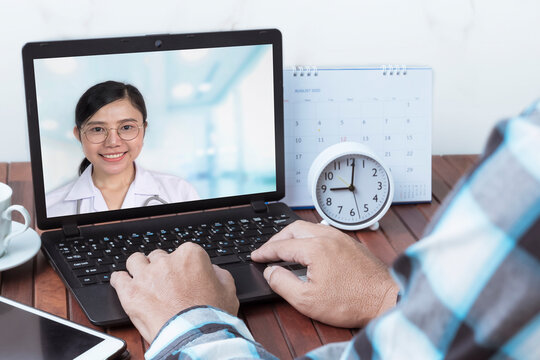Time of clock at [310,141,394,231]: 9:01
